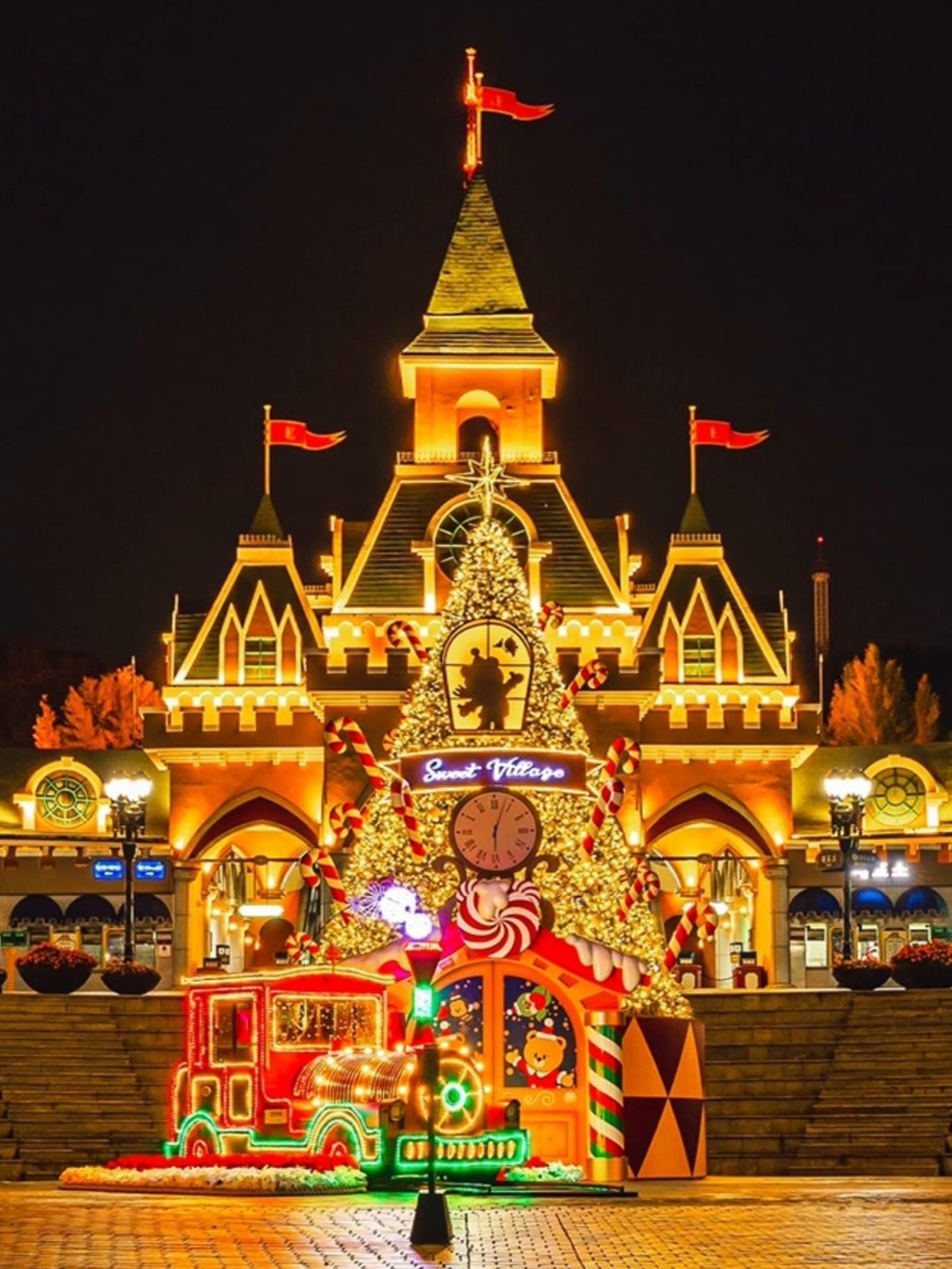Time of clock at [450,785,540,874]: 6:03
